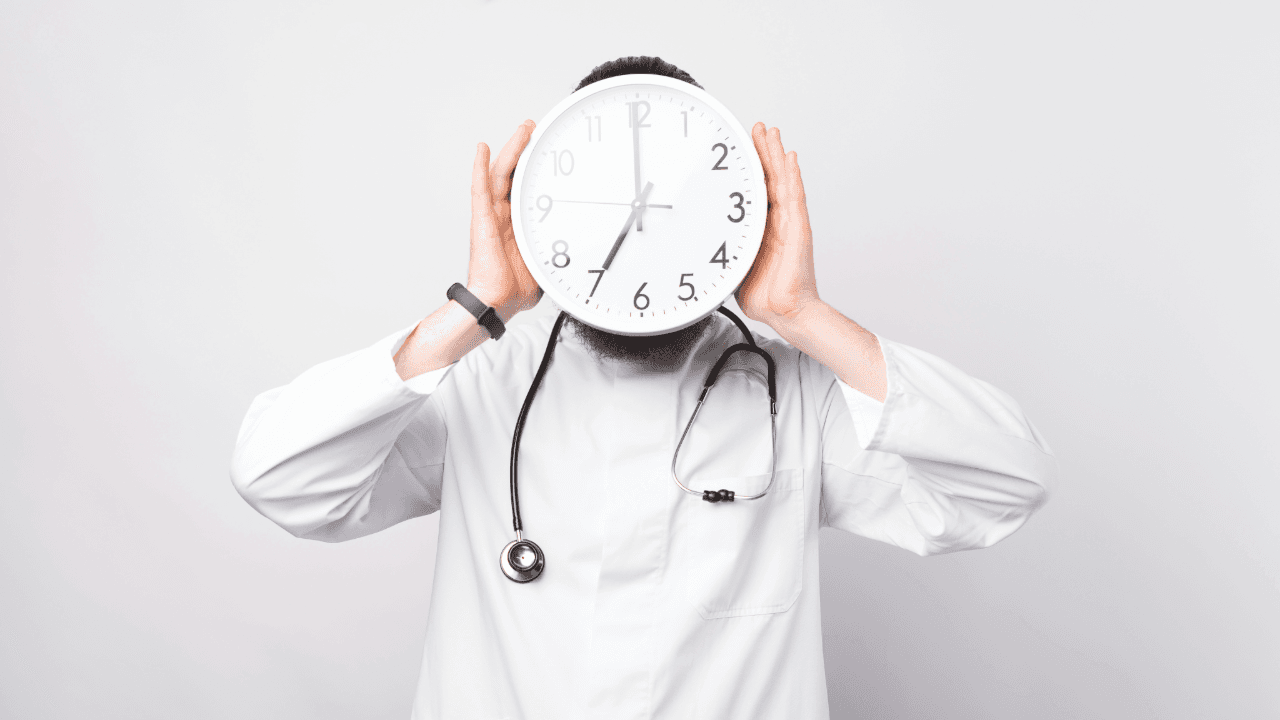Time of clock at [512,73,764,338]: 6:59
